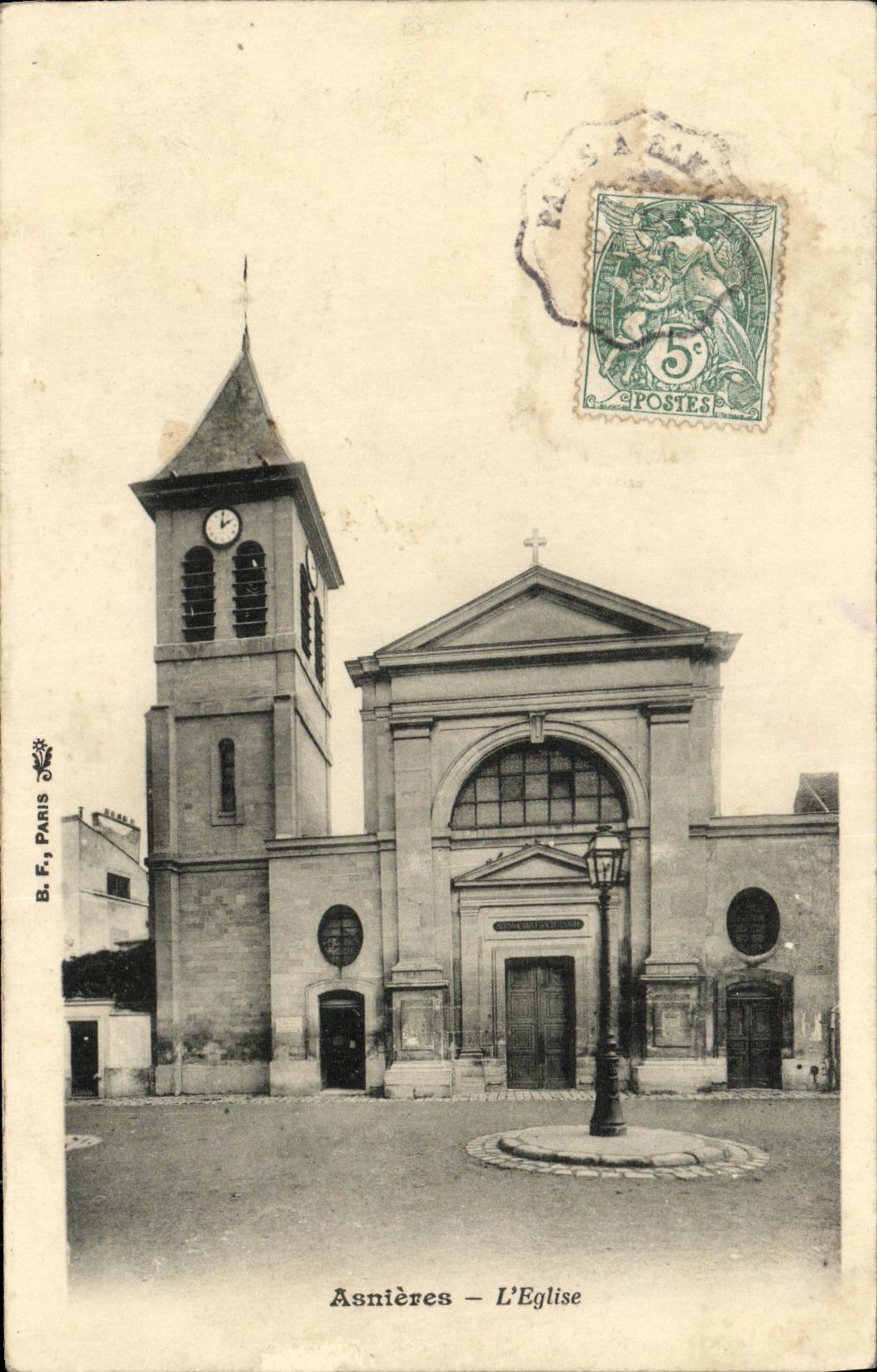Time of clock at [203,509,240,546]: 2:00
